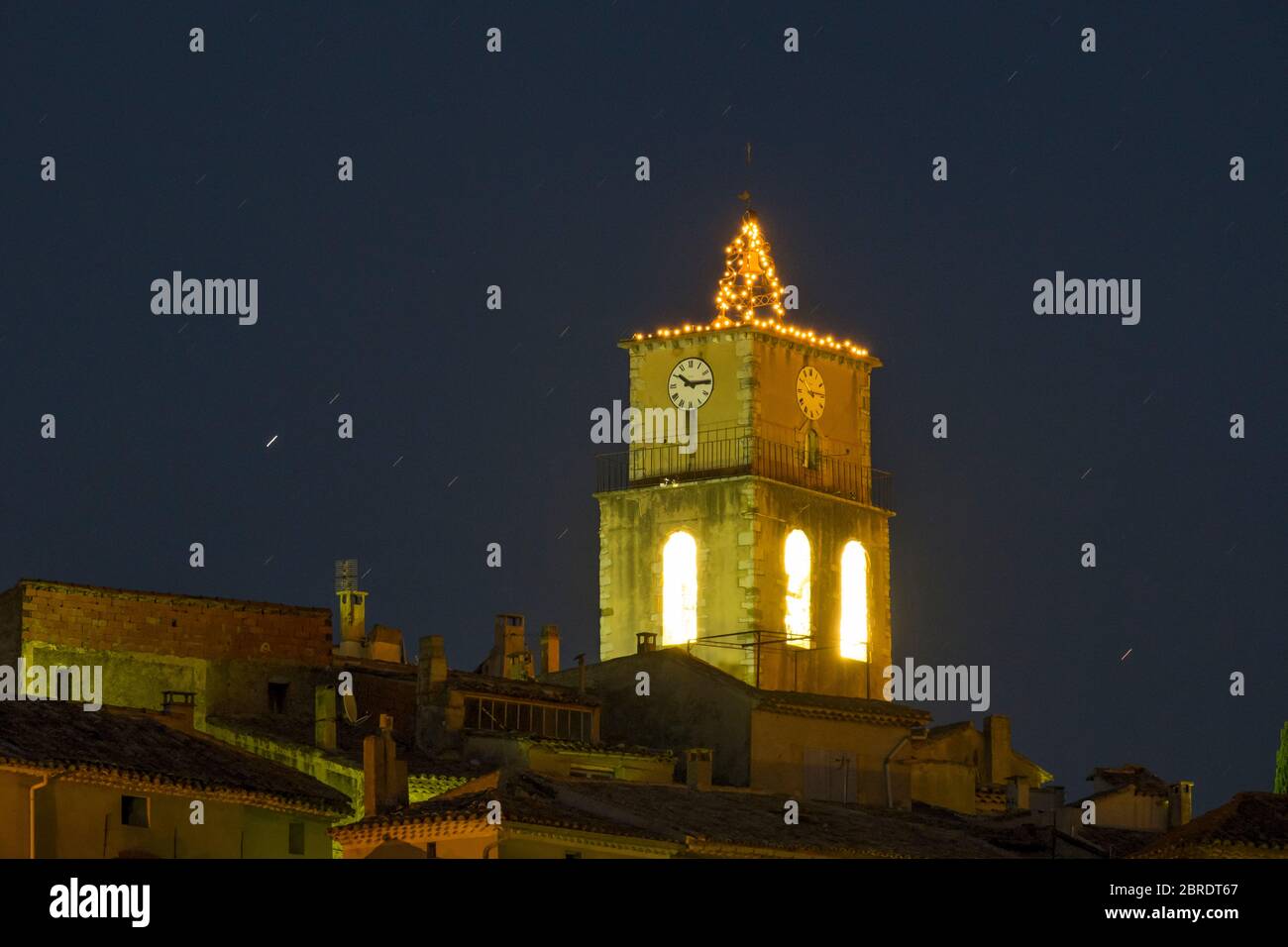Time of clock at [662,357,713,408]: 10:14
